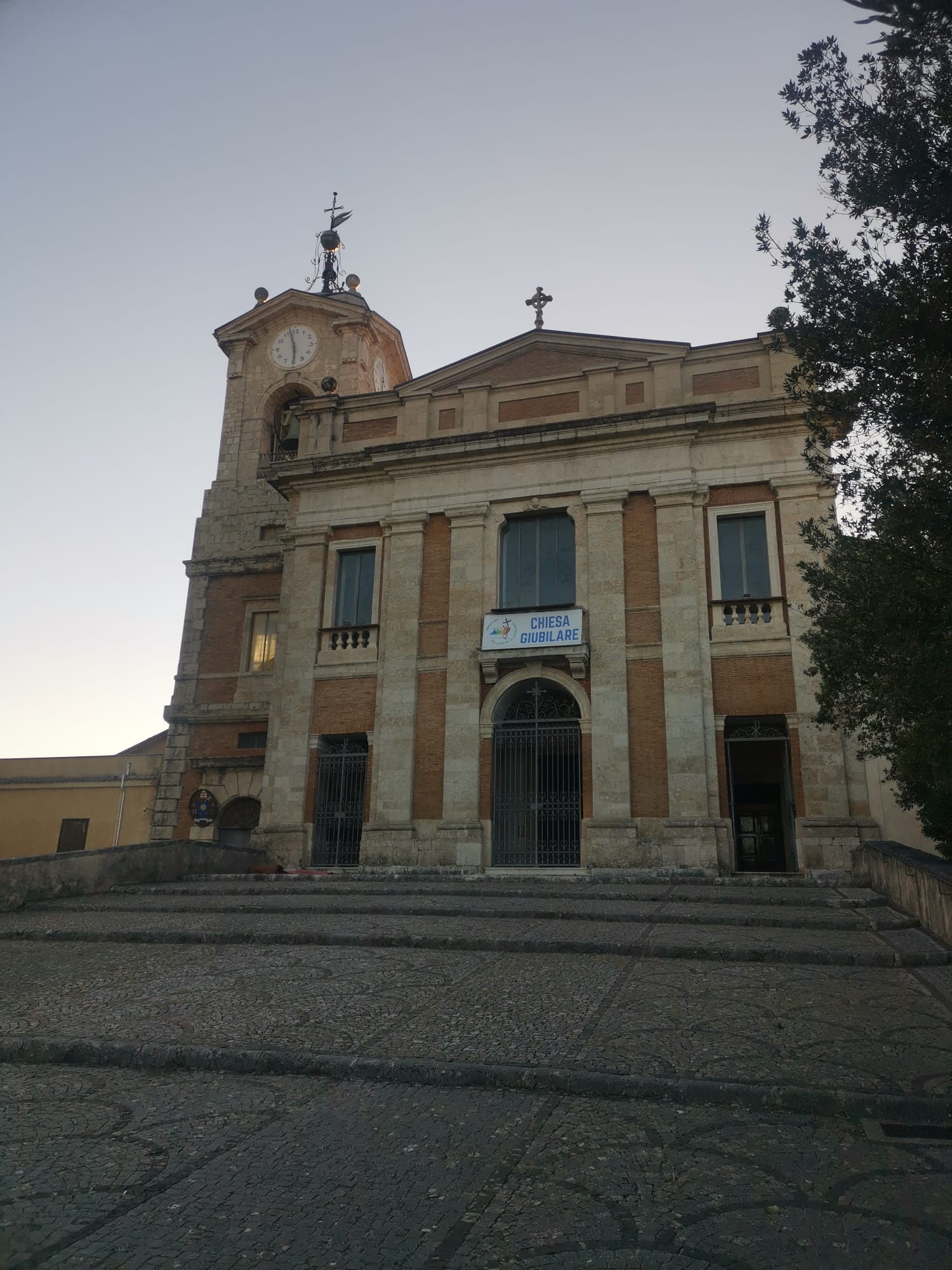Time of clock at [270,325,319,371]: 5:57
